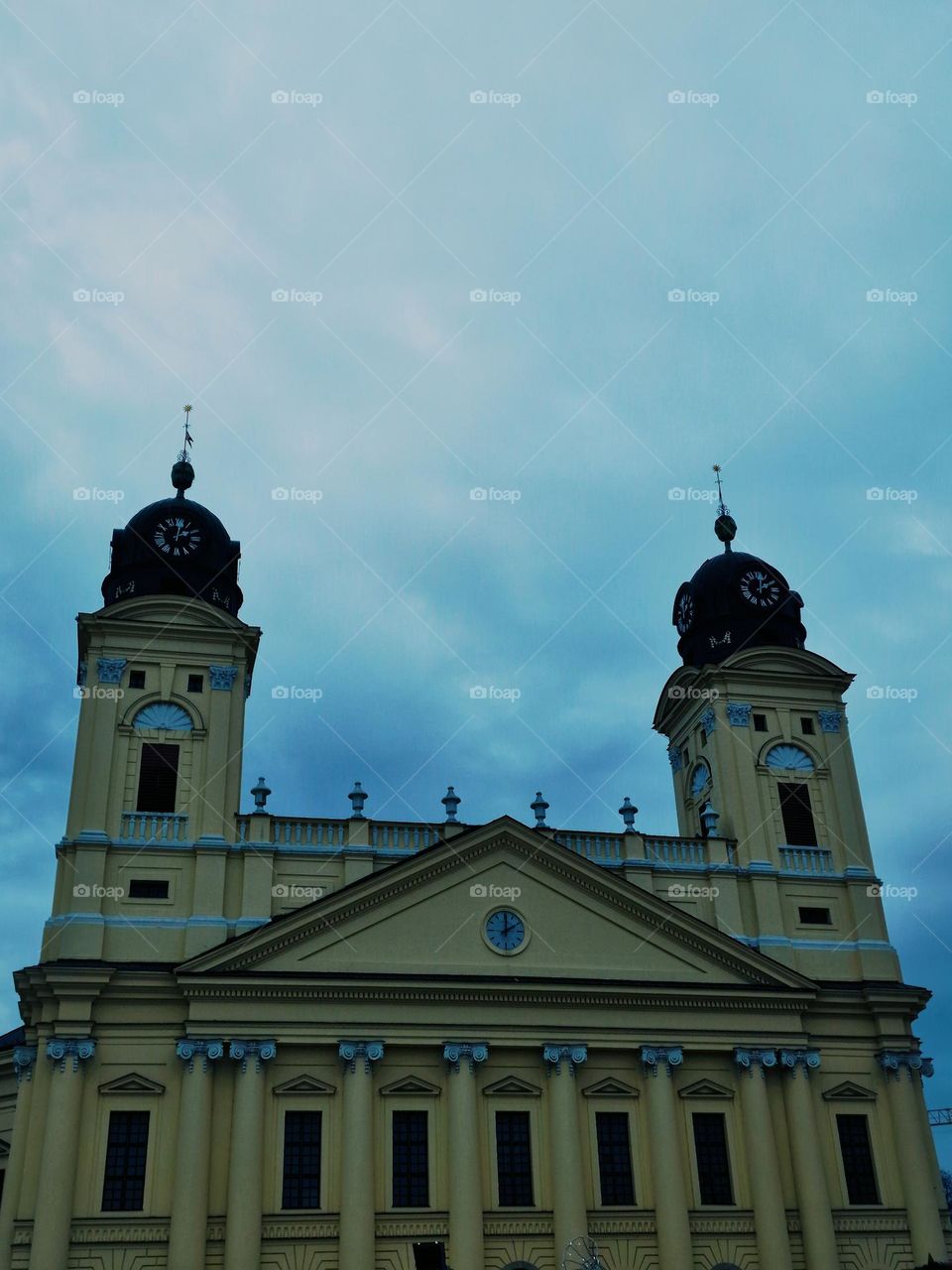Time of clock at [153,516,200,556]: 2:01
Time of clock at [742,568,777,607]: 2:01
